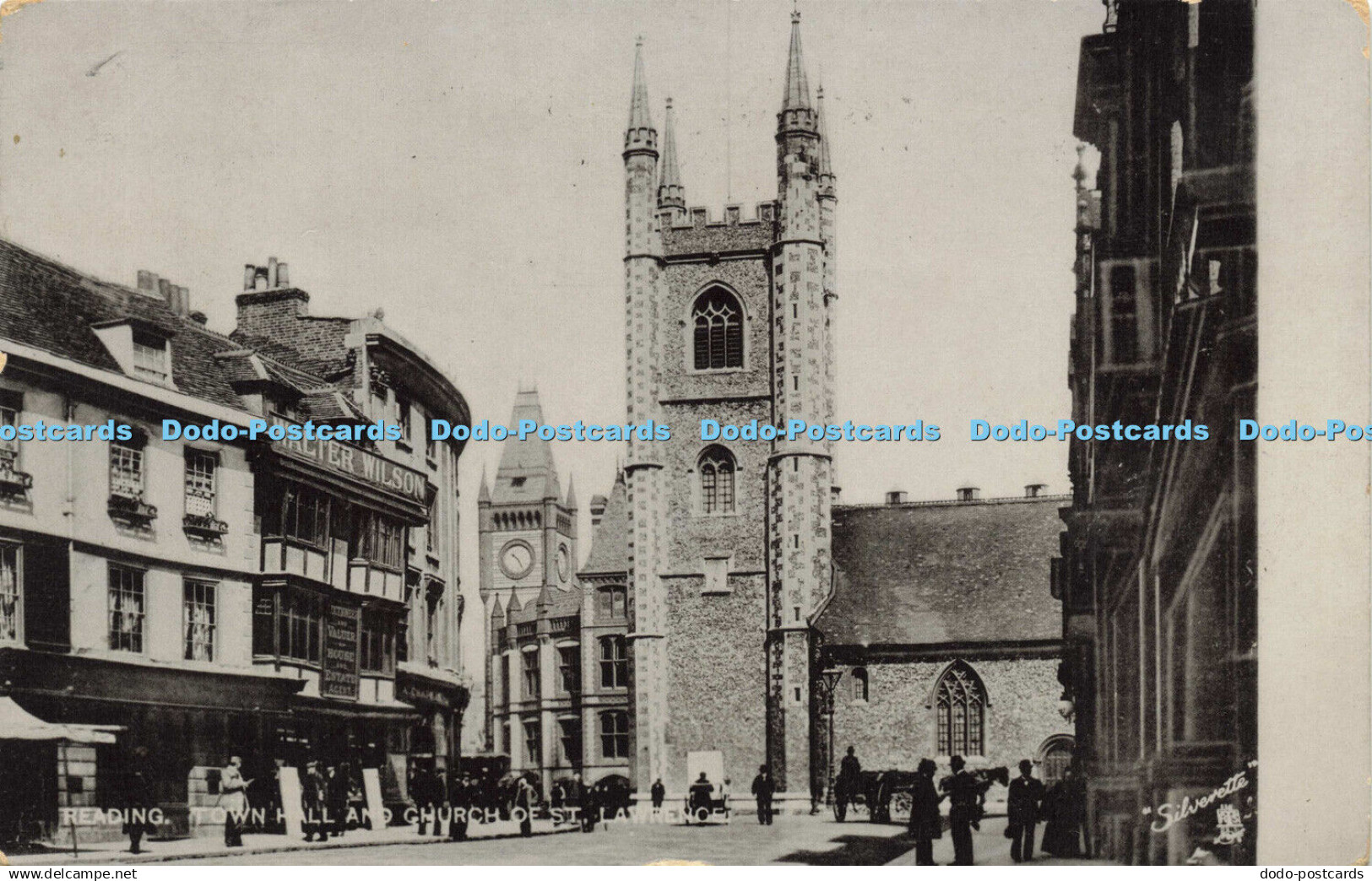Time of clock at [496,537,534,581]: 10:24
